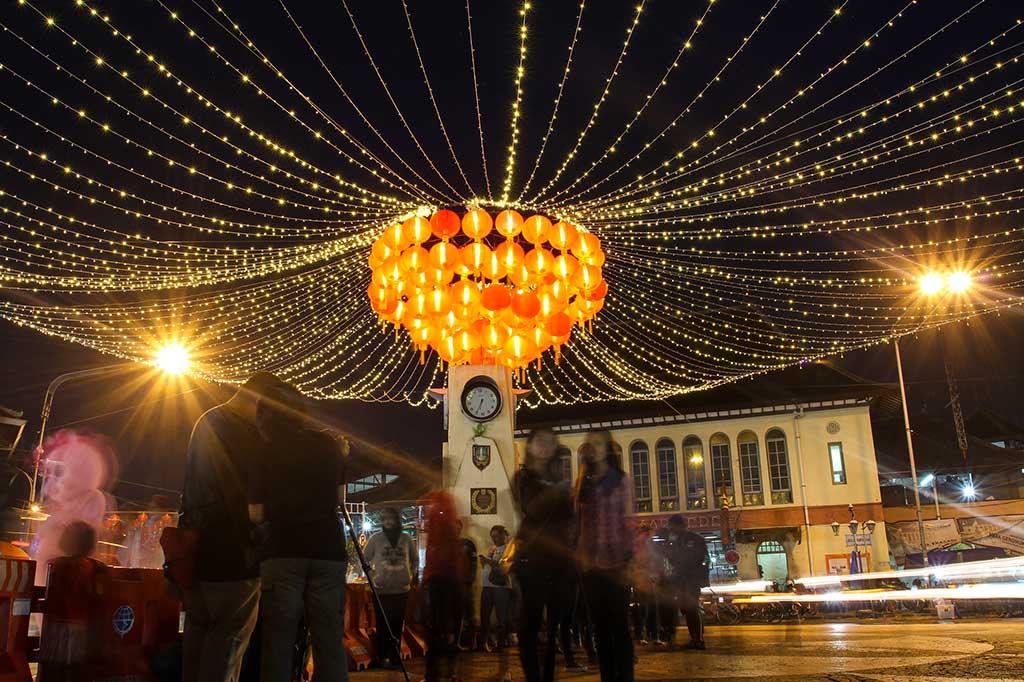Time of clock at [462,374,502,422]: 6:34
